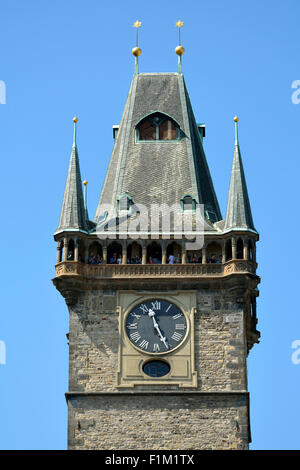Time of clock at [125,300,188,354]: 11:25
